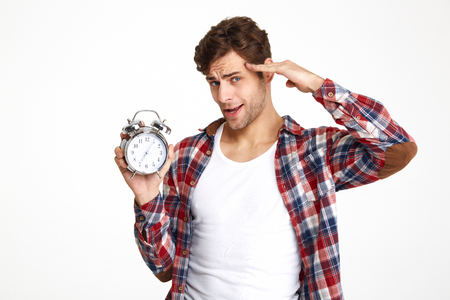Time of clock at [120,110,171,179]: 7:05
